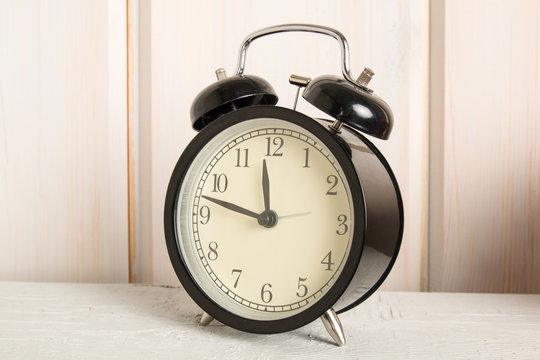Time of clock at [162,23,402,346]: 11:47
